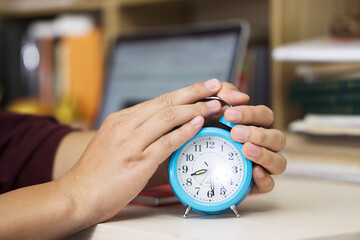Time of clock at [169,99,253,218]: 8:28
